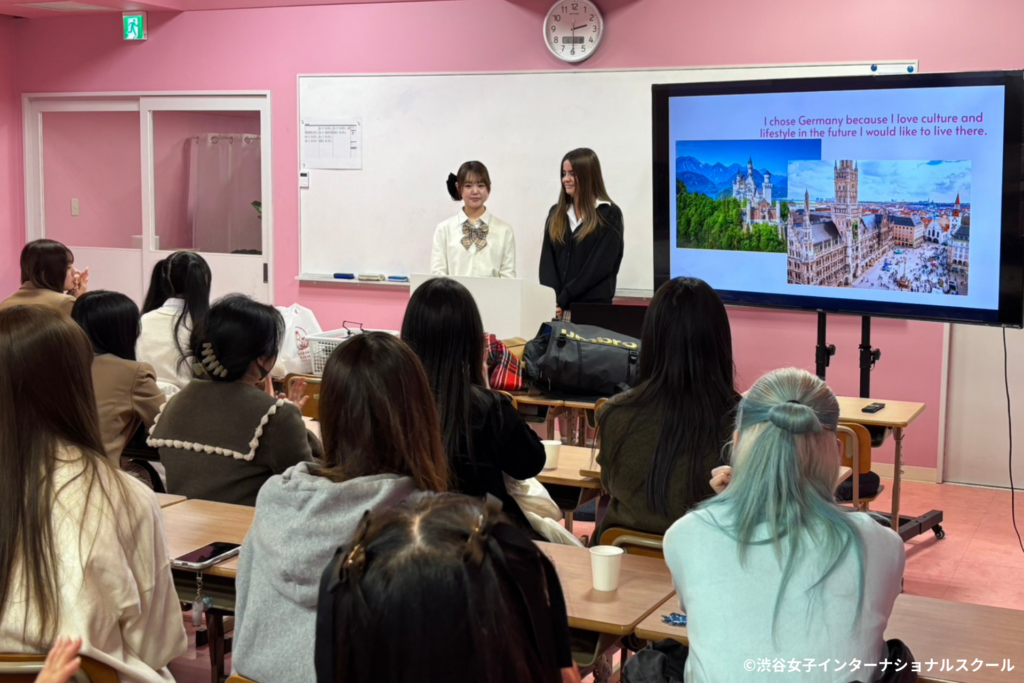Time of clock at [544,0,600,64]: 2:29
